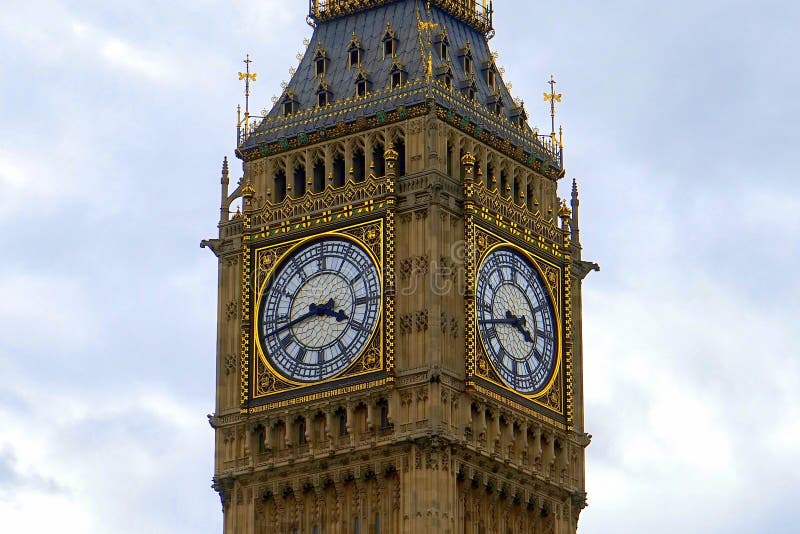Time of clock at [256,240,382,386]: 3:42
